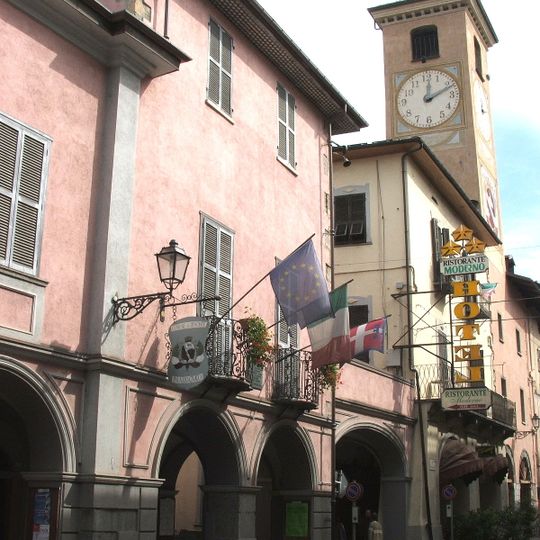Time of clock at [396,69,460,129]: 12:11
